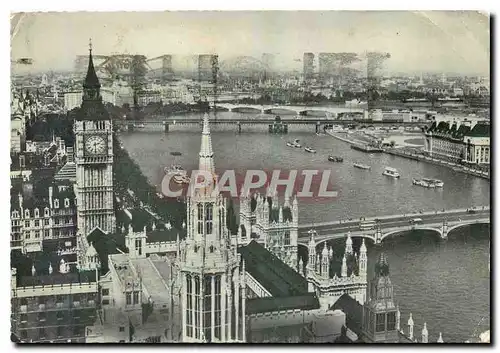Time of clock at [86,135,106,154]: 2:29
